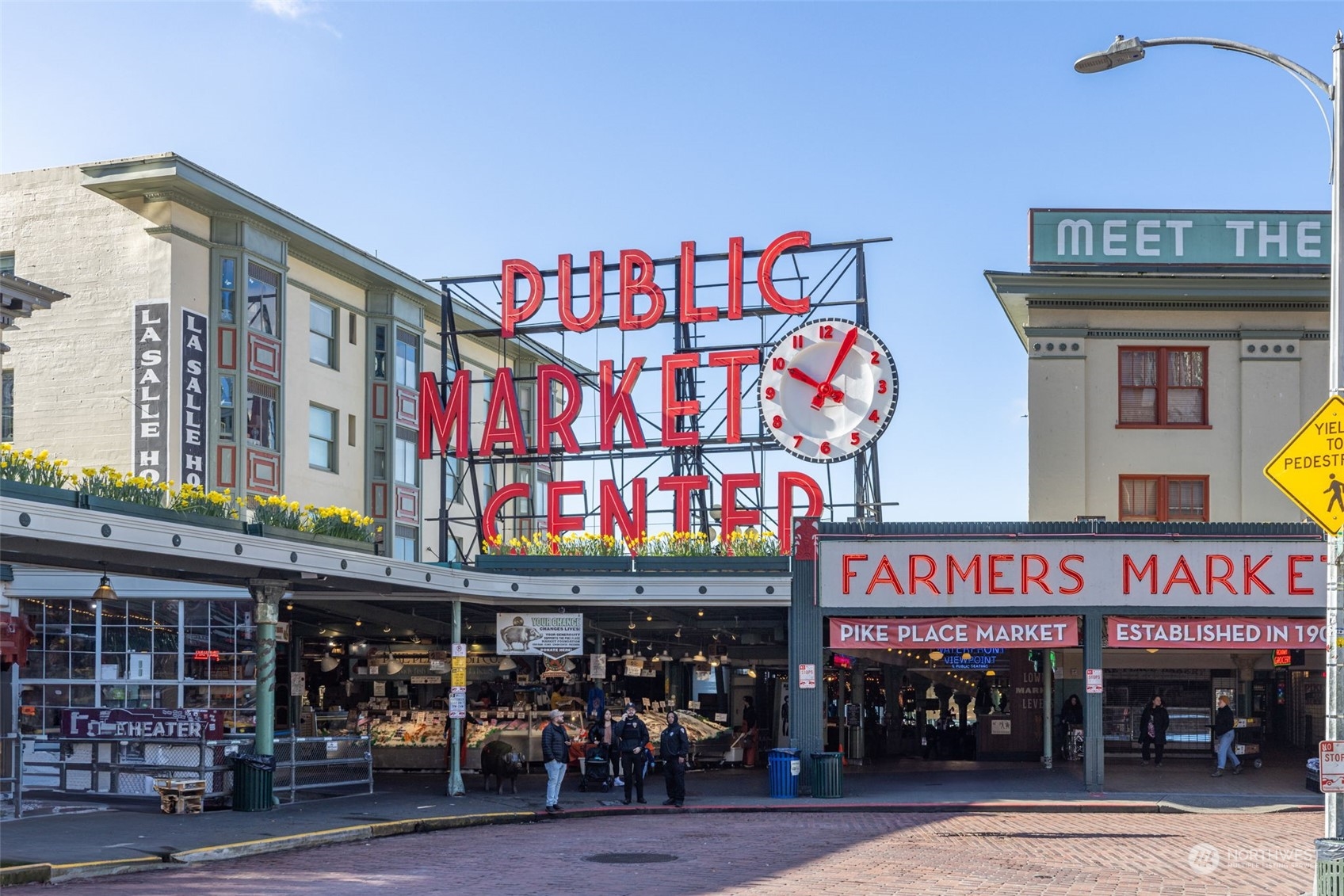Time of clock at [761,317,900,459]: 10:04
